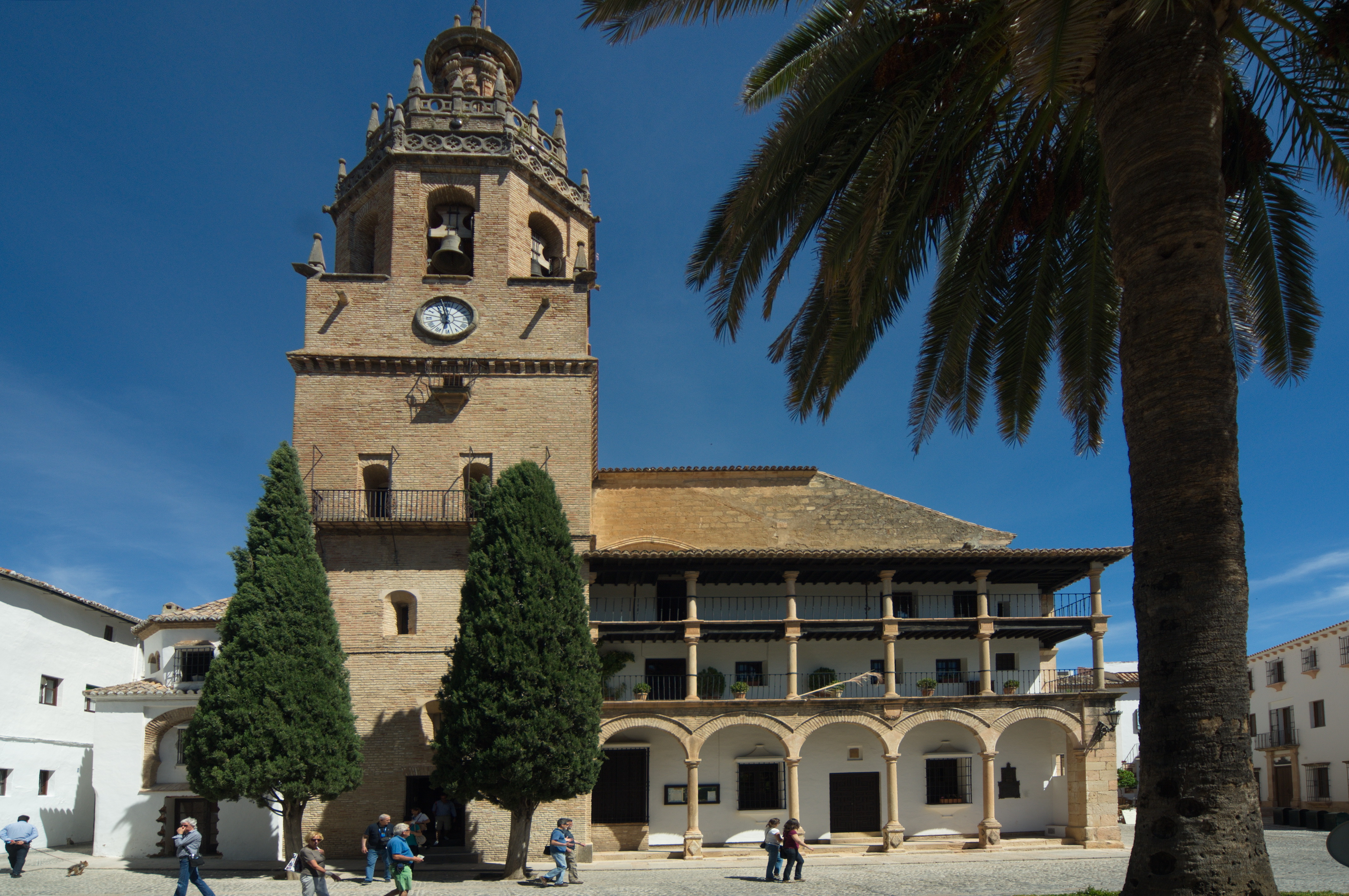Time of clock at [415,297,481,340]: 10:58
